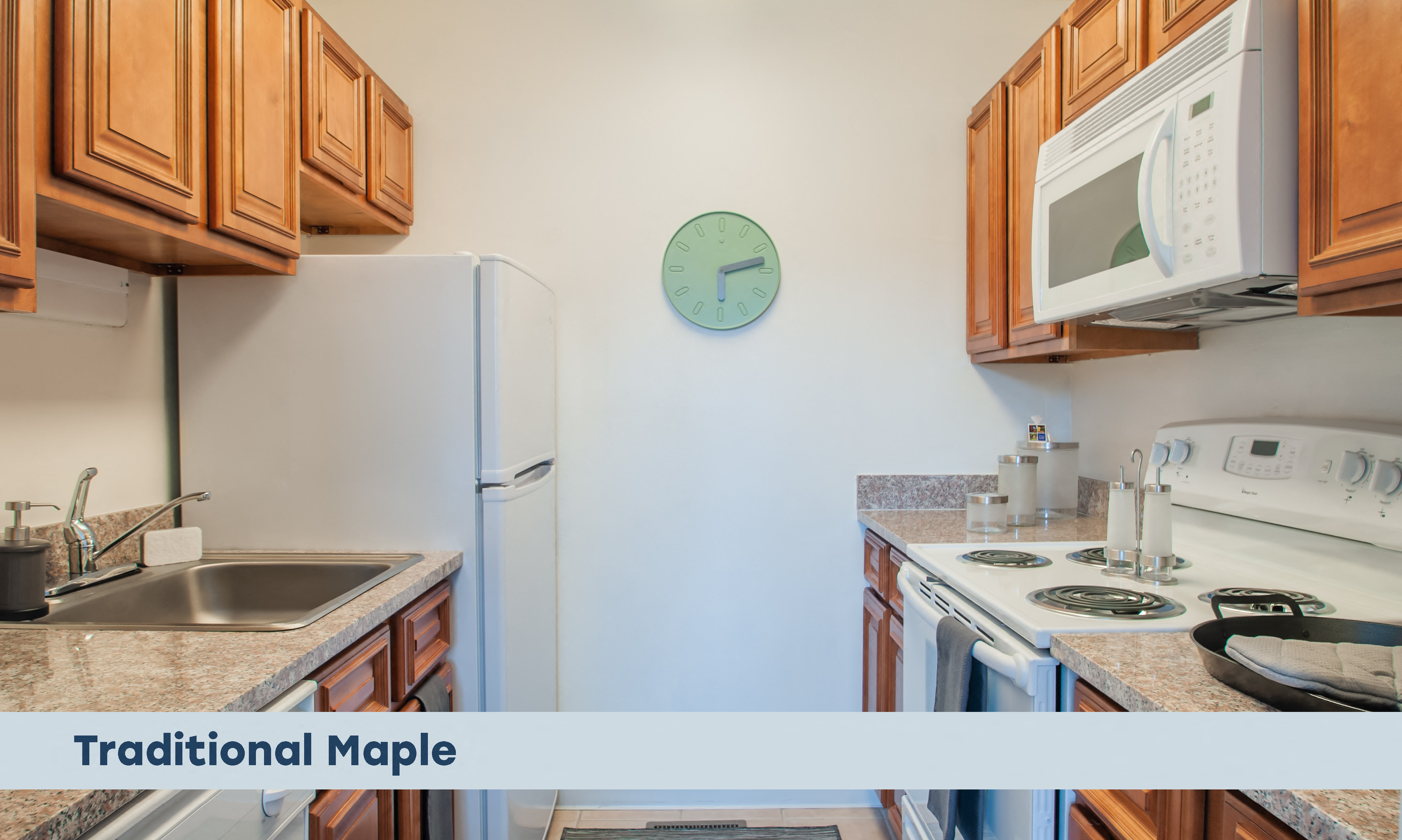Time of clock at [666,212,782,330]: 2:29
